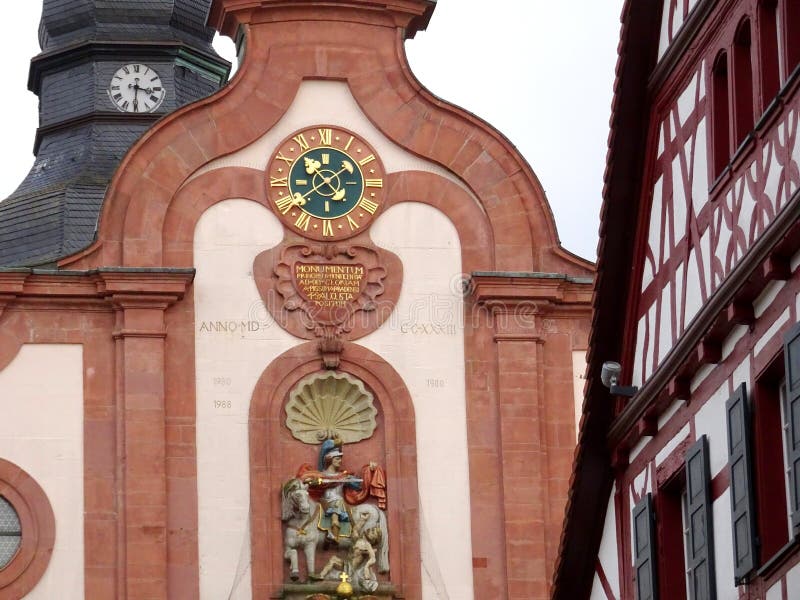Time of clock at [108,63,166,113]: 3:30
